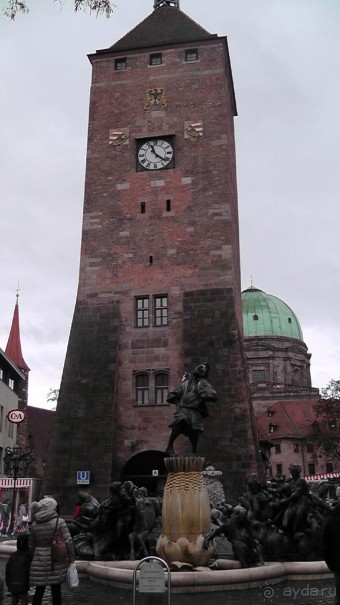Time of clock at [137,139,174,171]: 11:21
